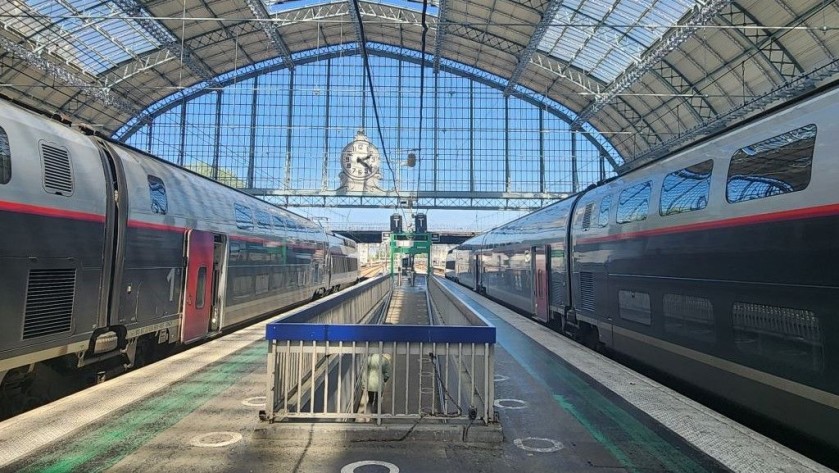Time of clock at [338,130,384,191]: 2:21
